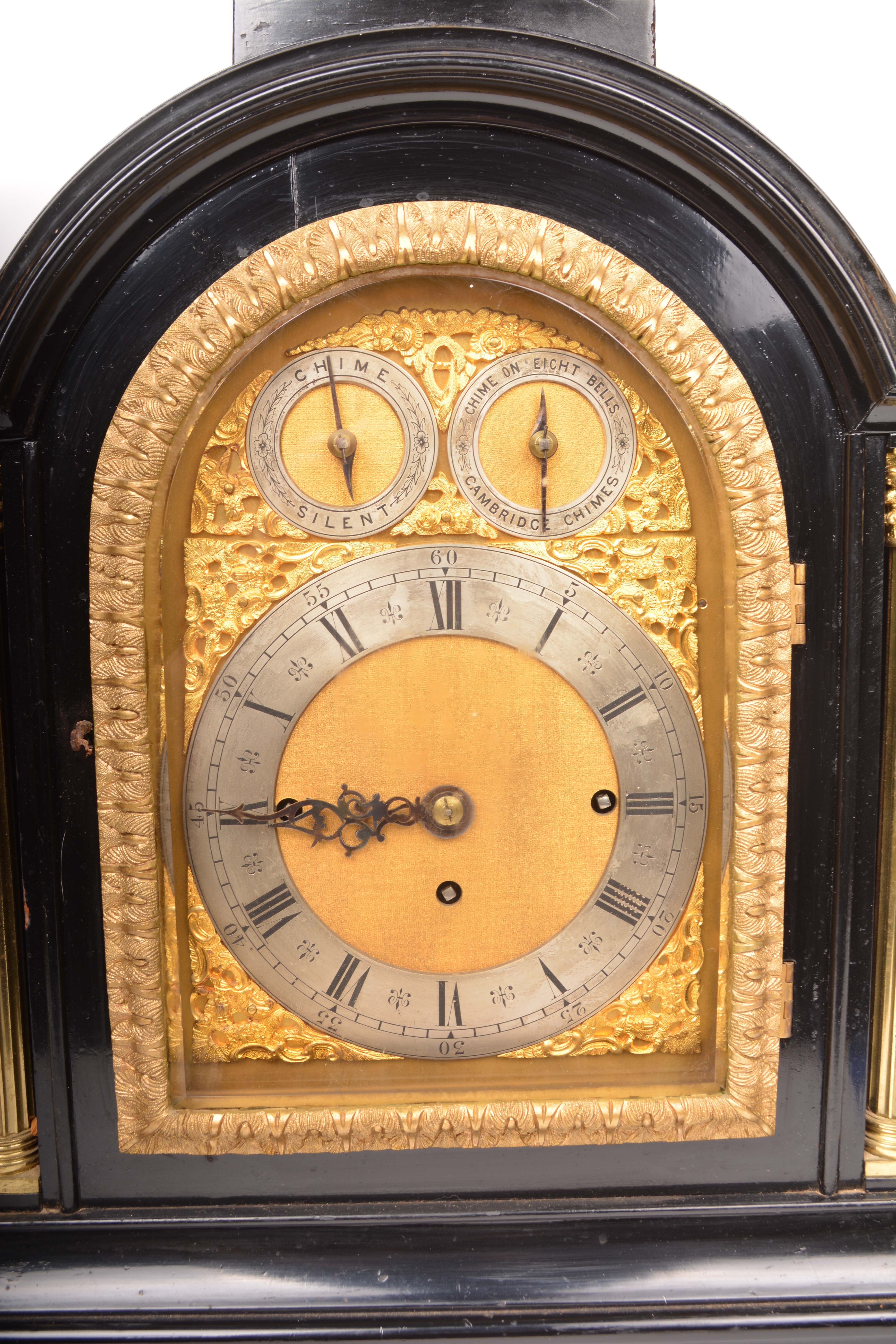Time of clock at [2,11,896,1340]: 8:44
